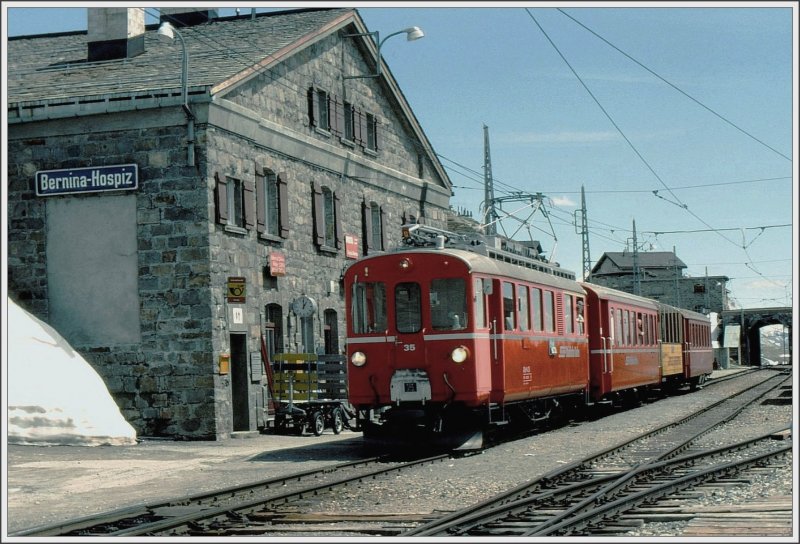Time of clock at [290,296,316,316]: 1:00
